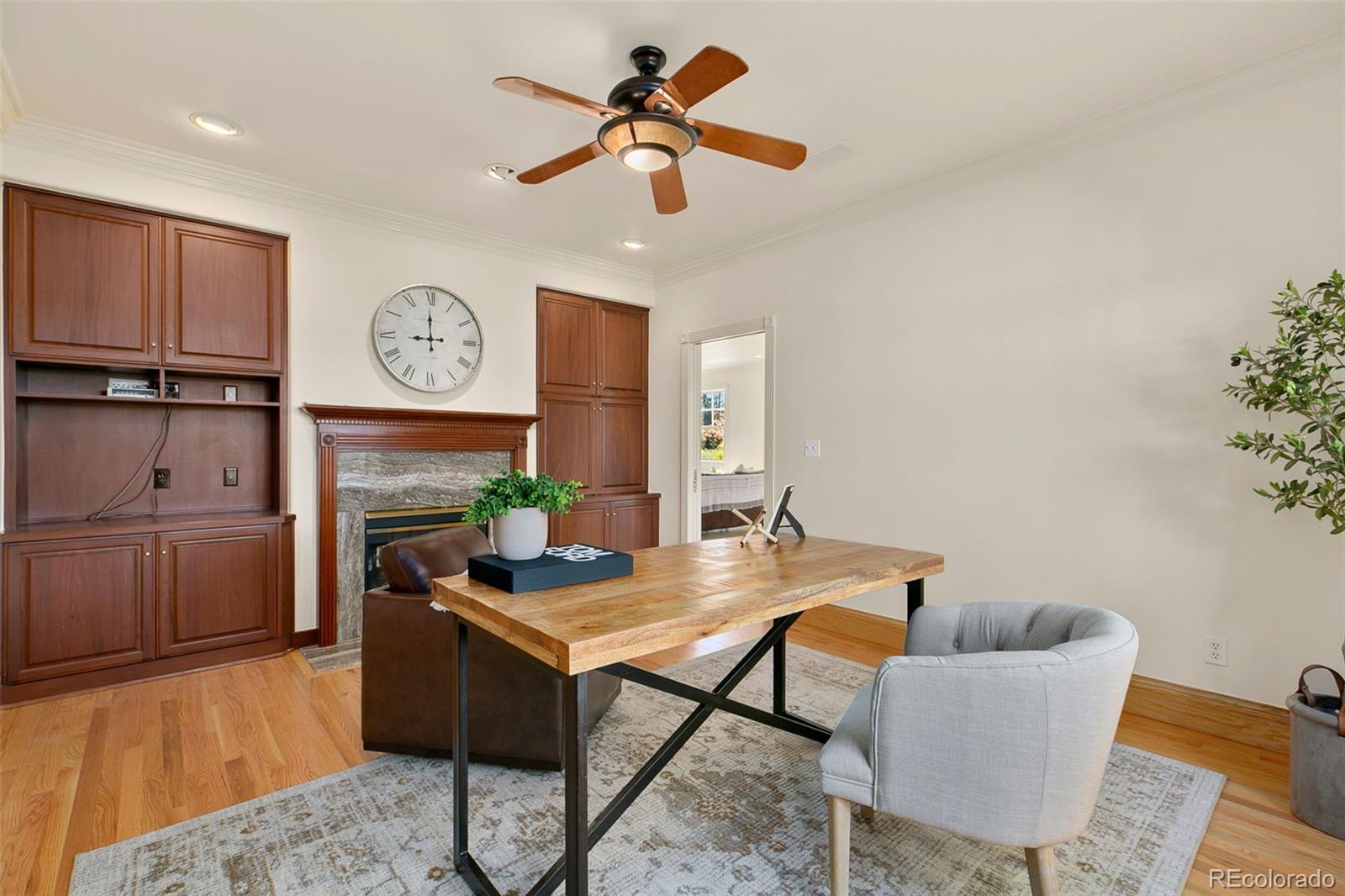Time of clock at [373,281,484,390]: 8:59
